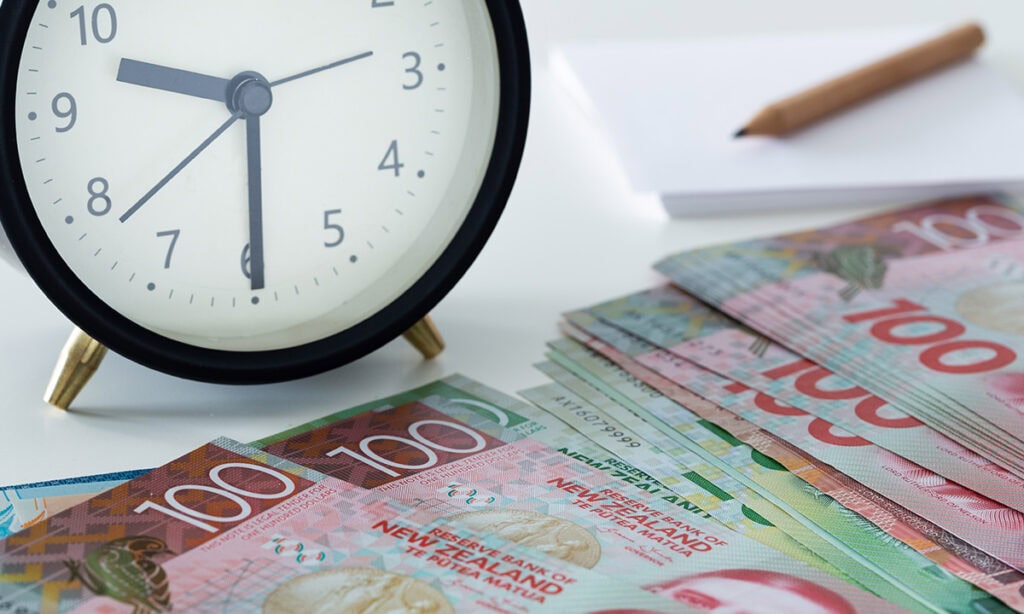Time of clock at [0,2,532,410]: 9:29
